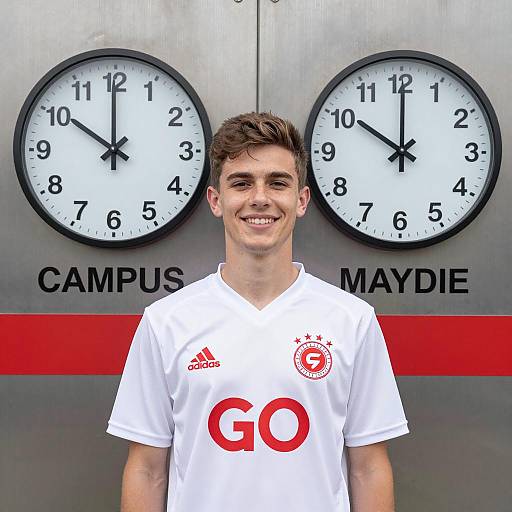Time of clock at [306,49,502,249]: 10:00
